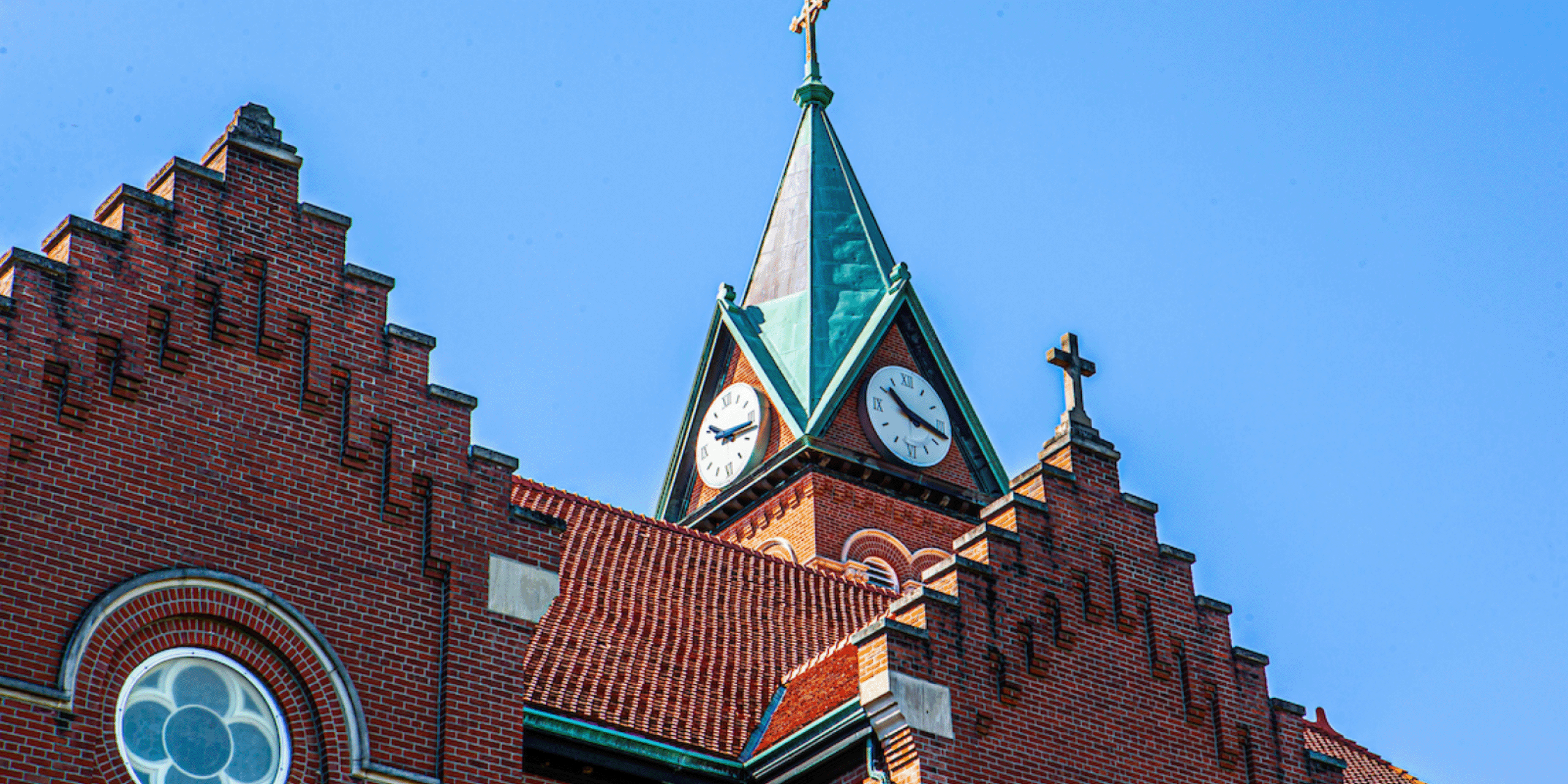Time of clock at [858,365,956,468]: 10:17
